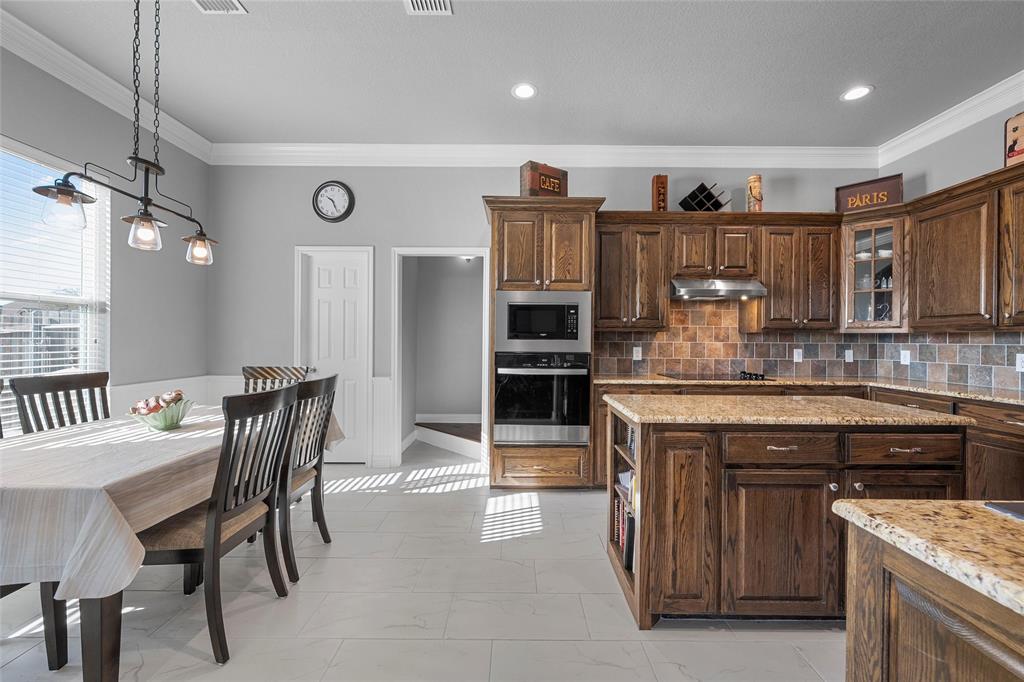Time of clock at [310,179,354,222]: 10:26
